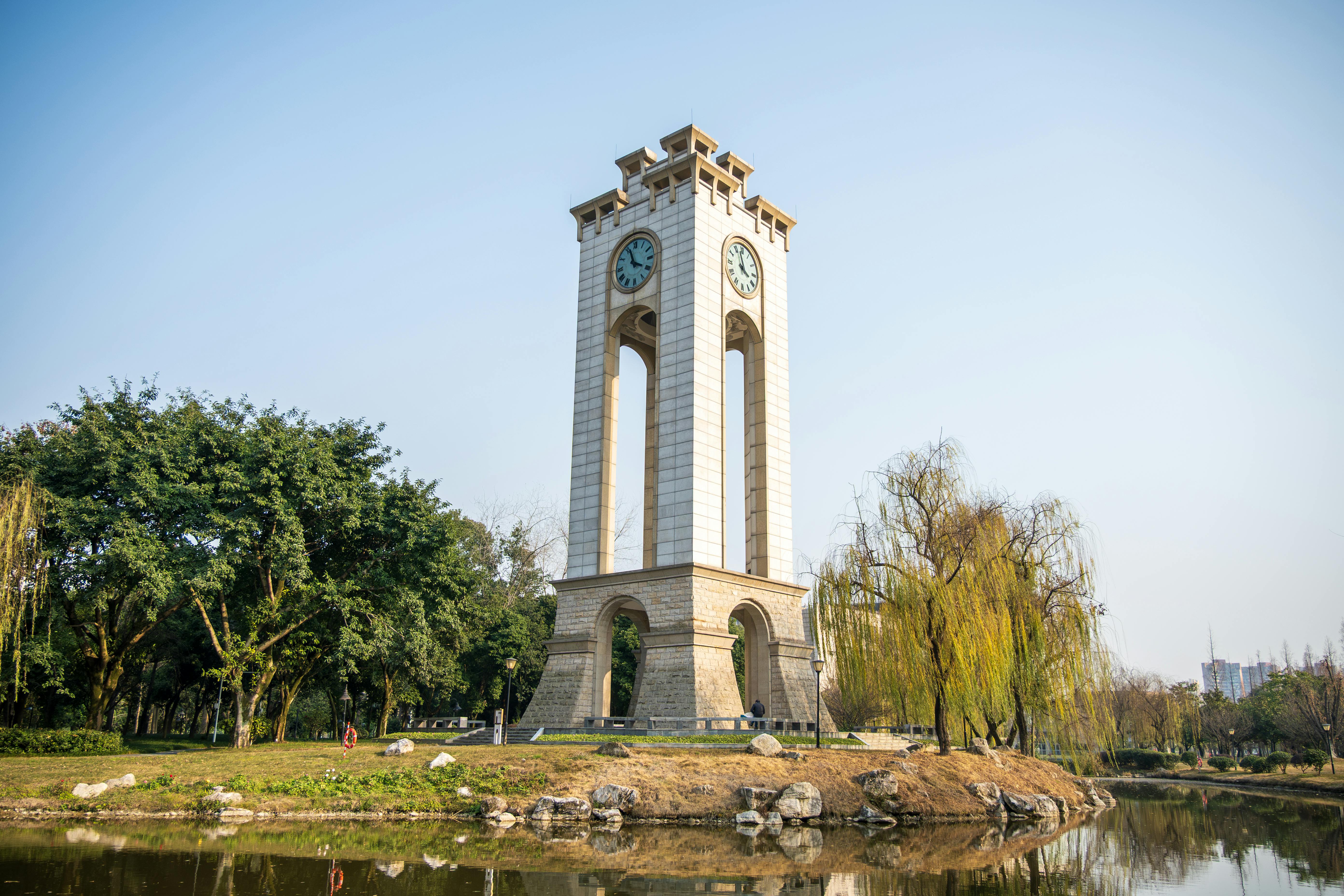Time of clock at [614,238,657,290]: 3:56
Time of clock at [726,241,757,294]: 3:57
